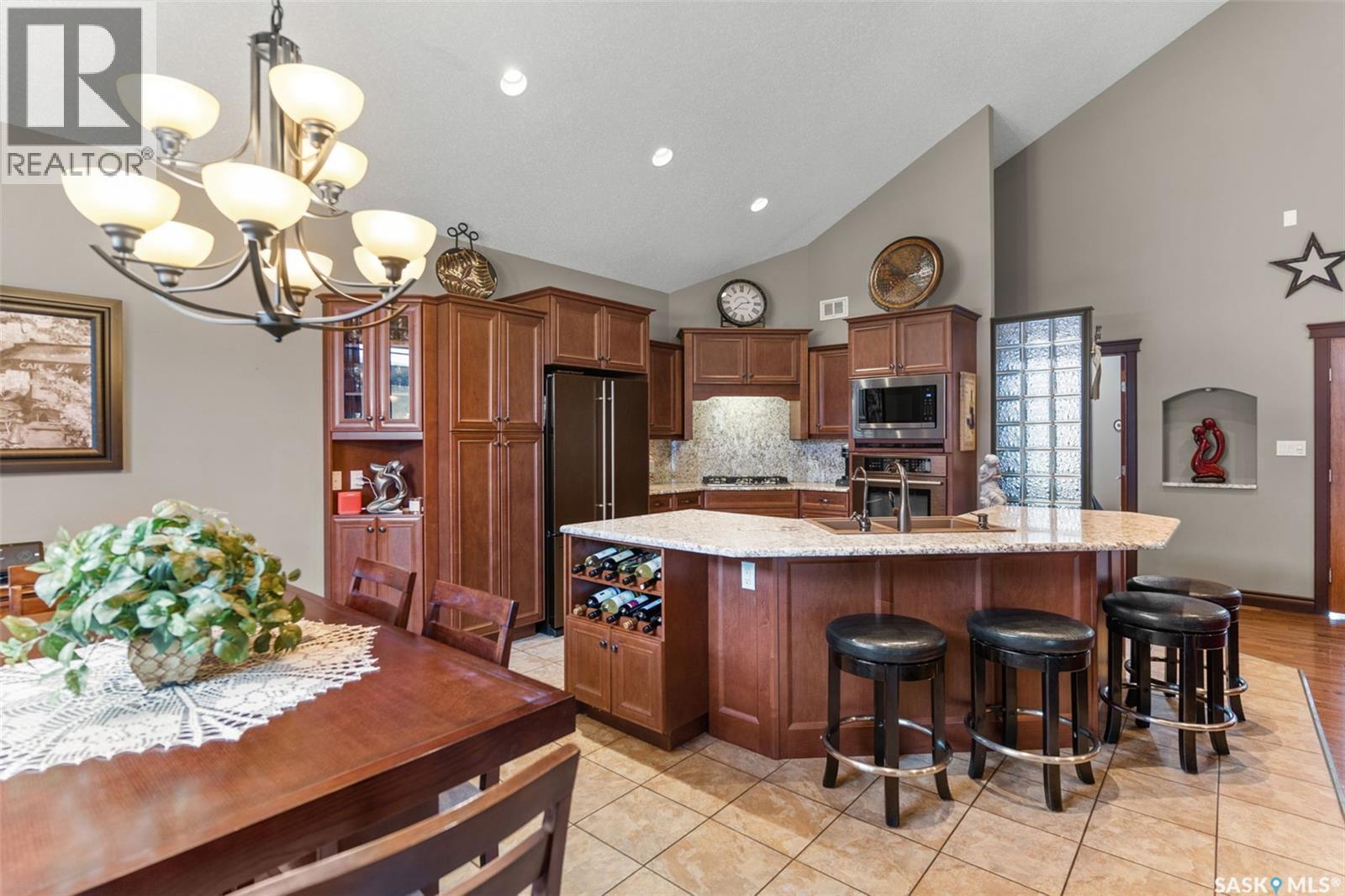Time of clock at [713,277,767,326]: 2:37
